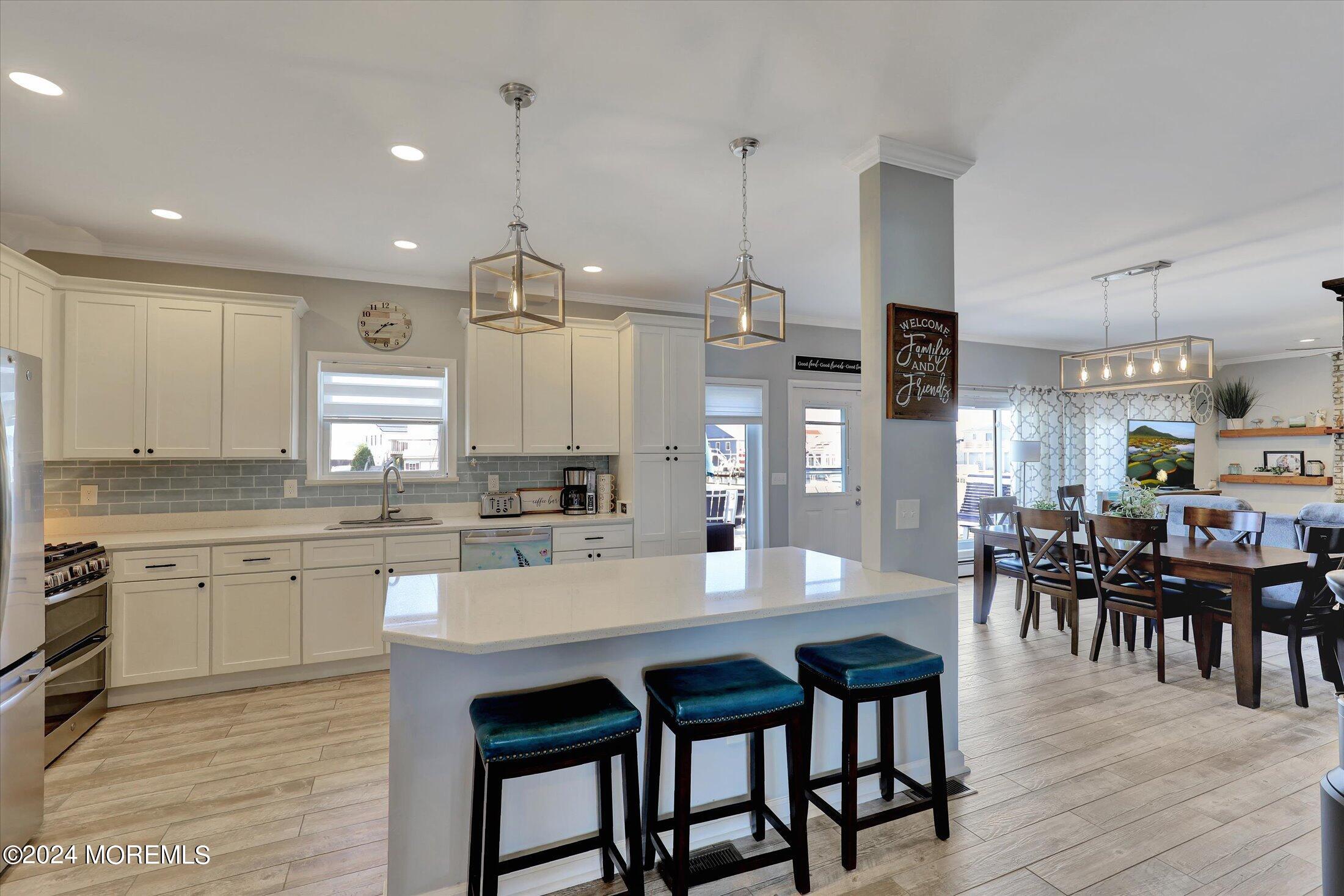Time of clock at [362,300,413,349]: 2:38
